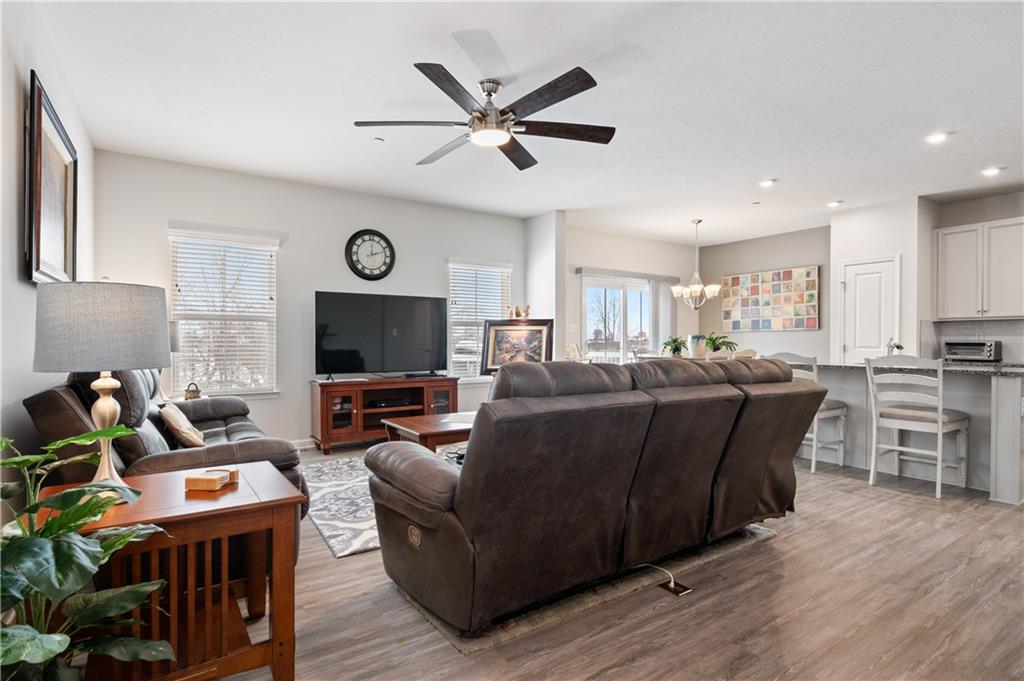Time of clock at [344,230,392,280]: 12:11
